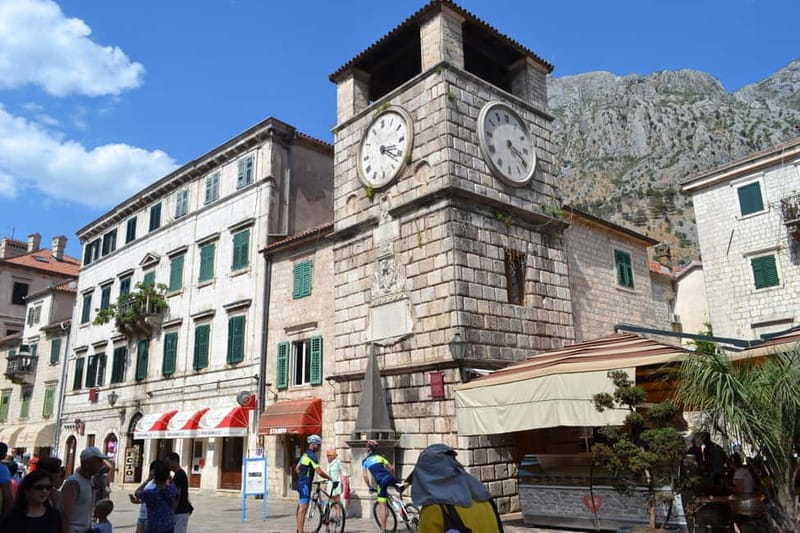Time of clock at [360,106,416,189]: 3:21
